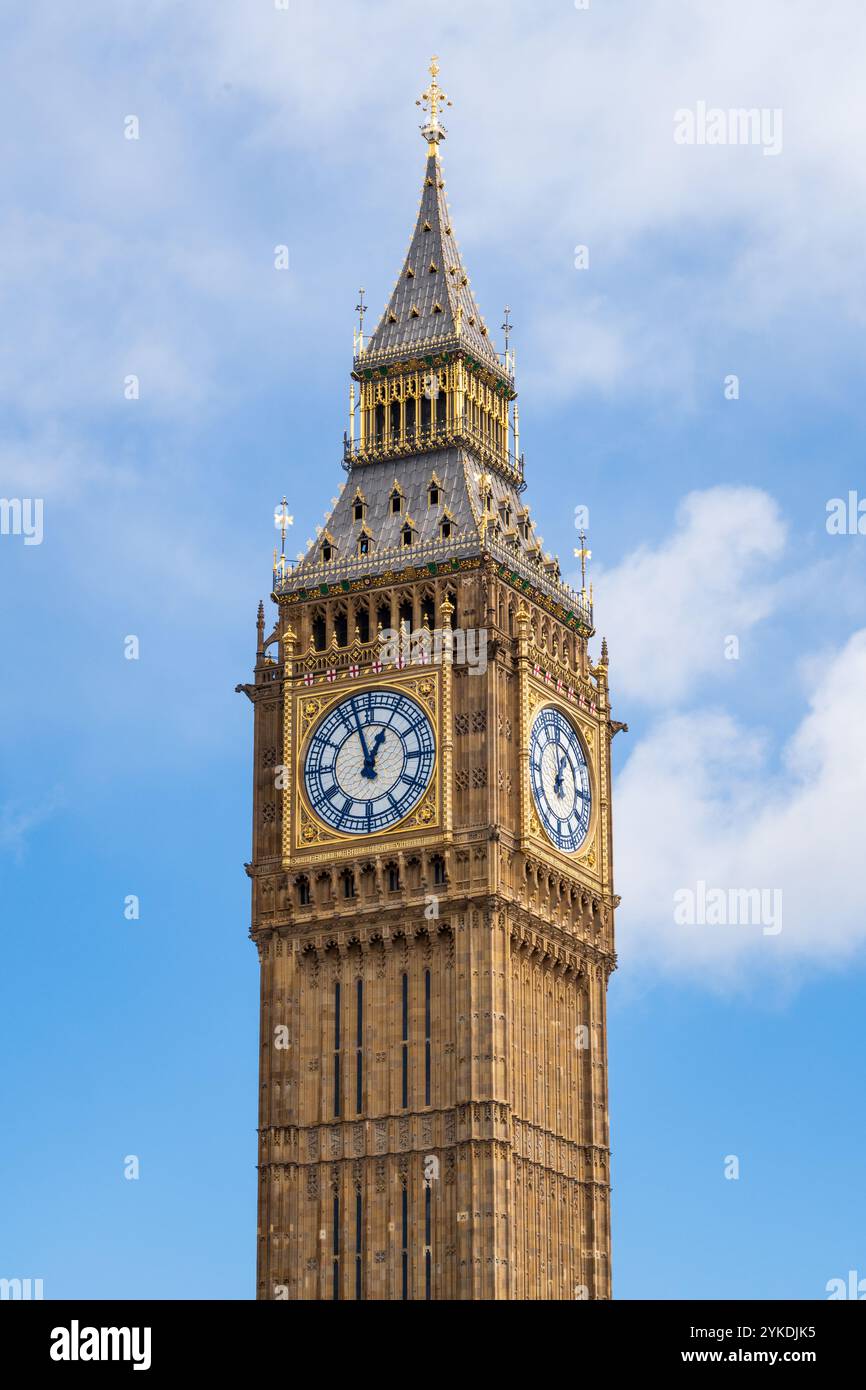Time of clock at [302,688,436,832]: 12:57
